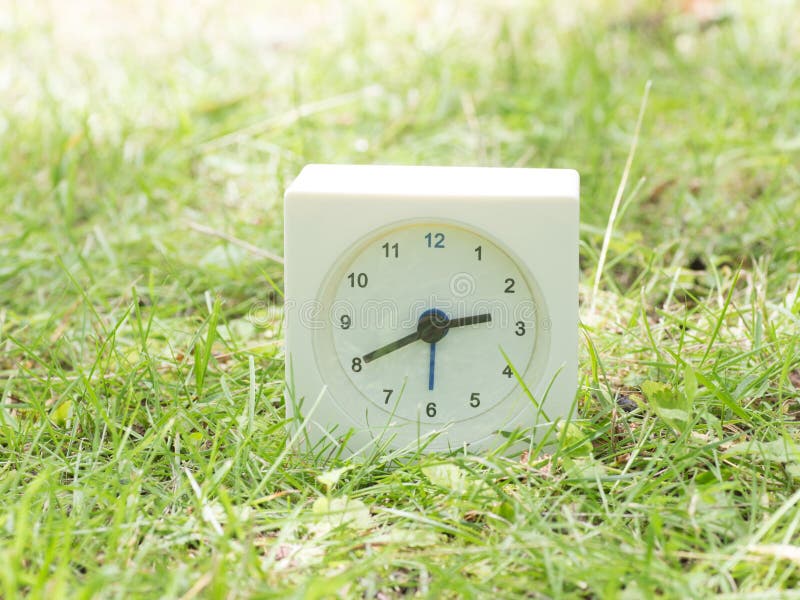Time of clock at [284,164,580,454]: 2:40
